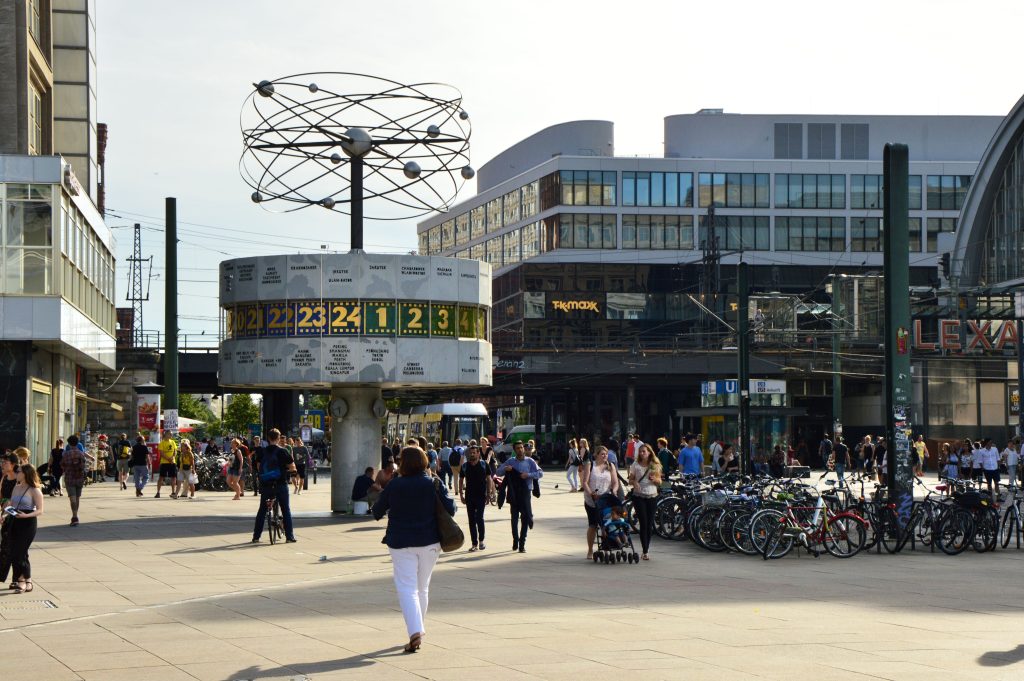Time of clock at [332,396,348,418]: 5:42
